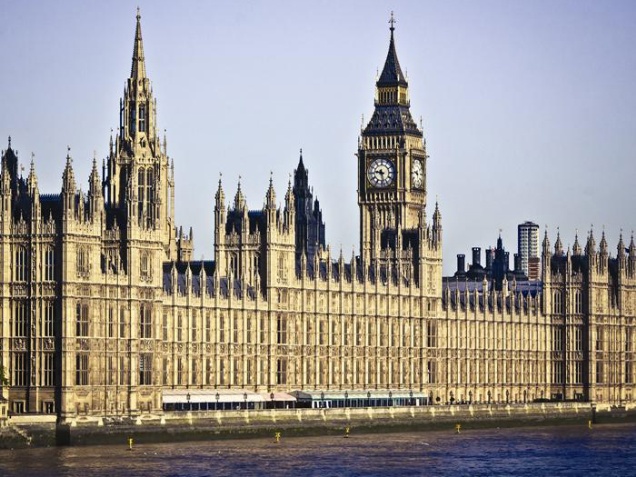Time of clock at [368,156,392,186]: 9:28
